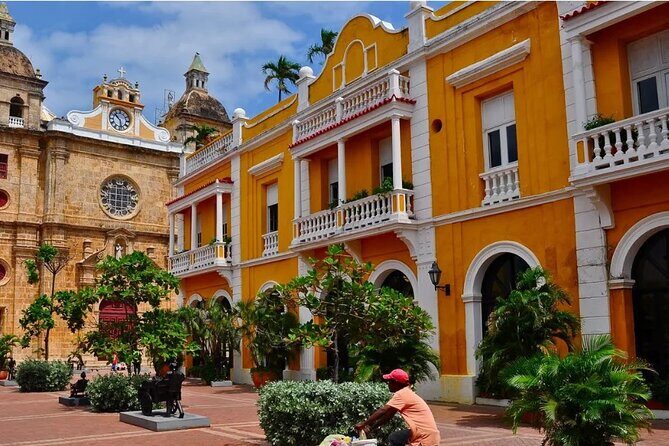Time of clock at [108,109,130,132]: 10:28
